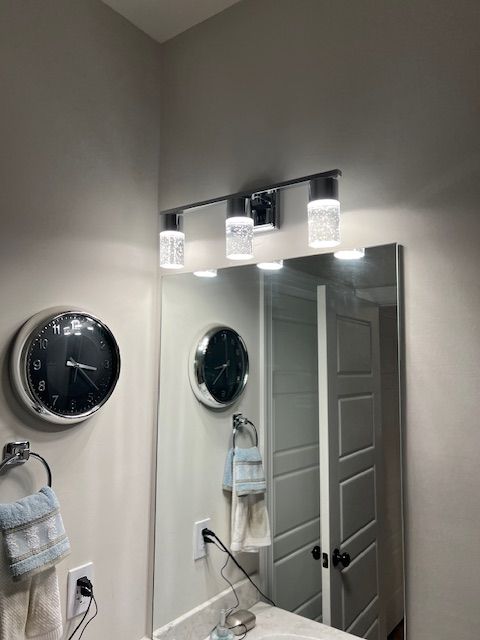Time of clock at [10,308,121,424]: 3:22
